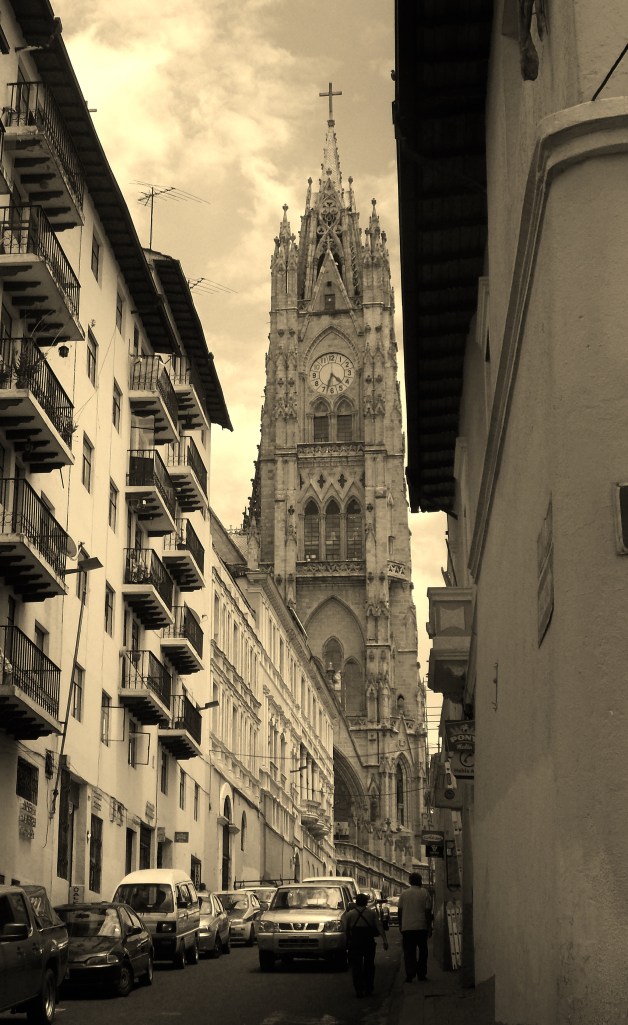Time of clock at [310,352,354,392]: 4:33
